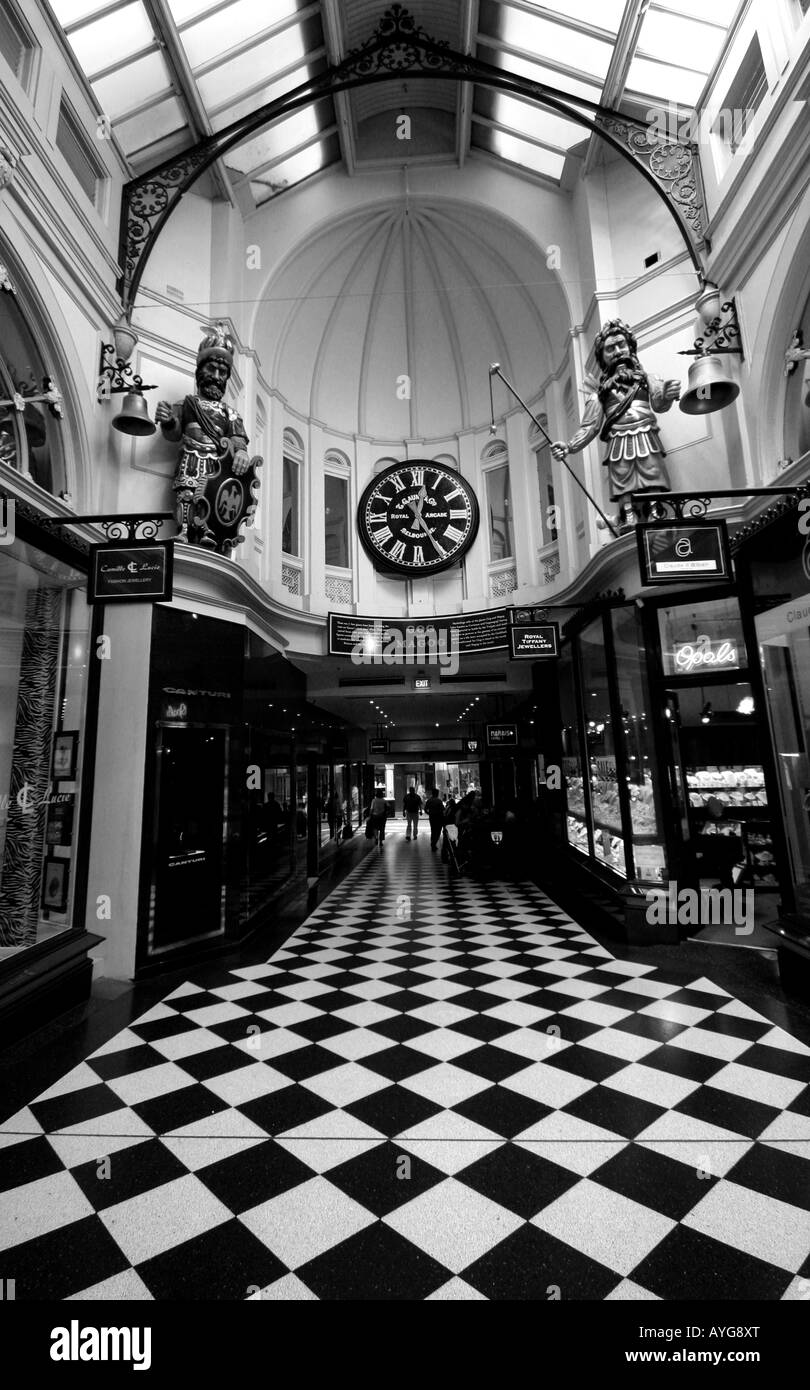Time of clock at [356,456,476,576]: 12:24
